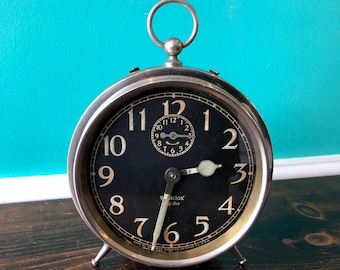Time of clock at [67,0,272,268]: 2:32
